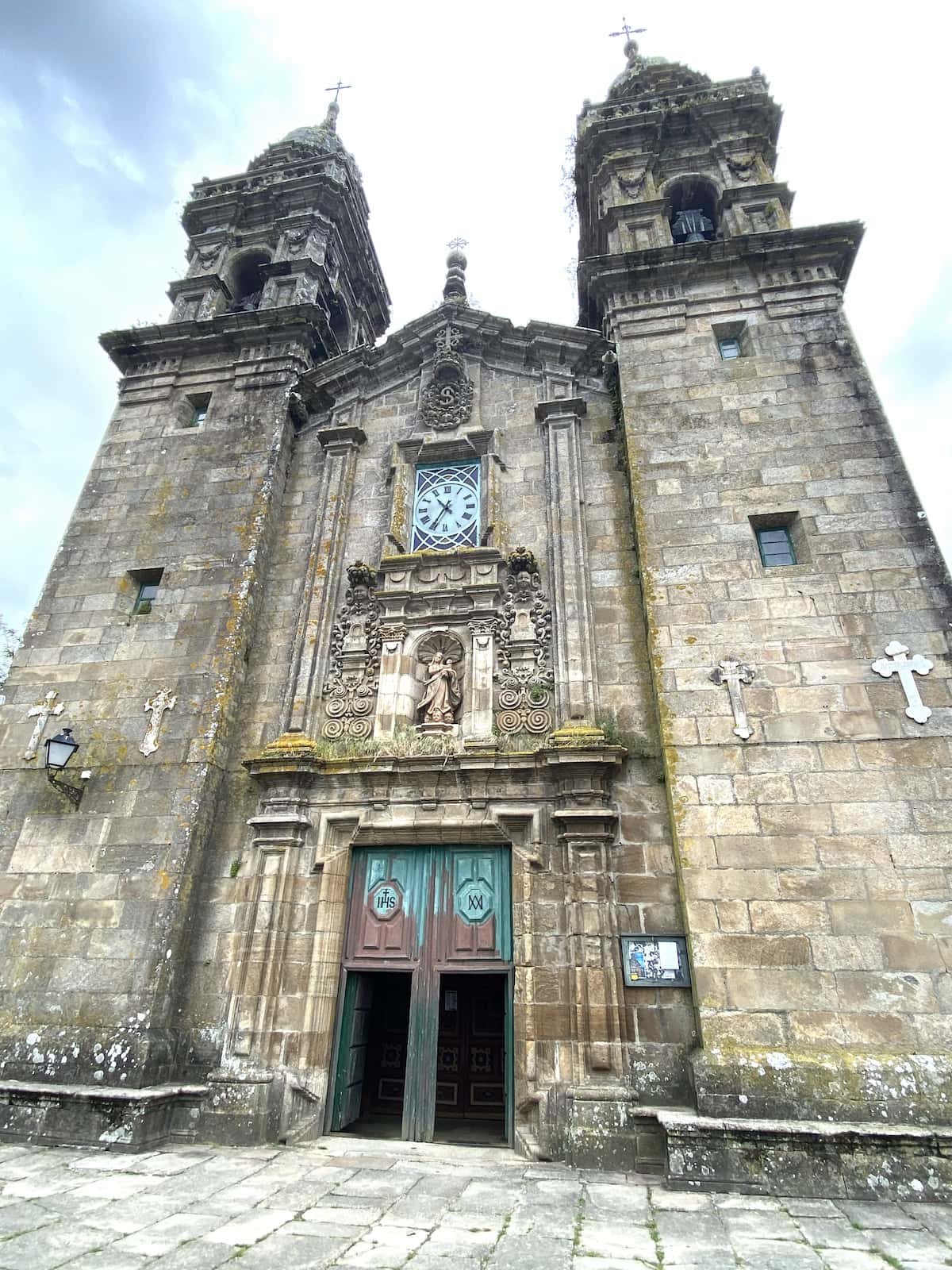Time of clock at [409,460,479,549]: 10:35
